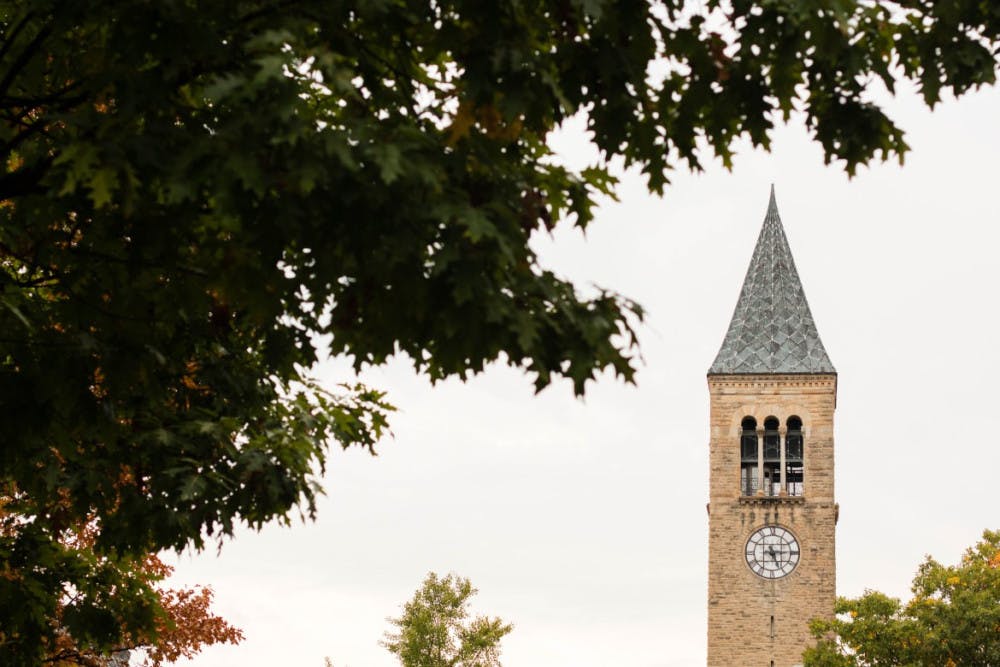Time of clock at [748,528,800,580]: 5:14
